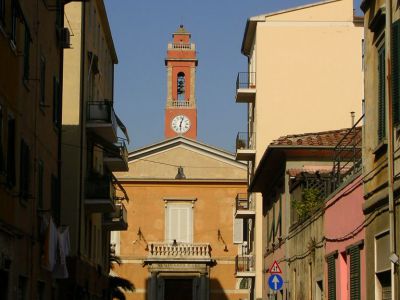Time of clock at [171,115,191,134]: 6:03
